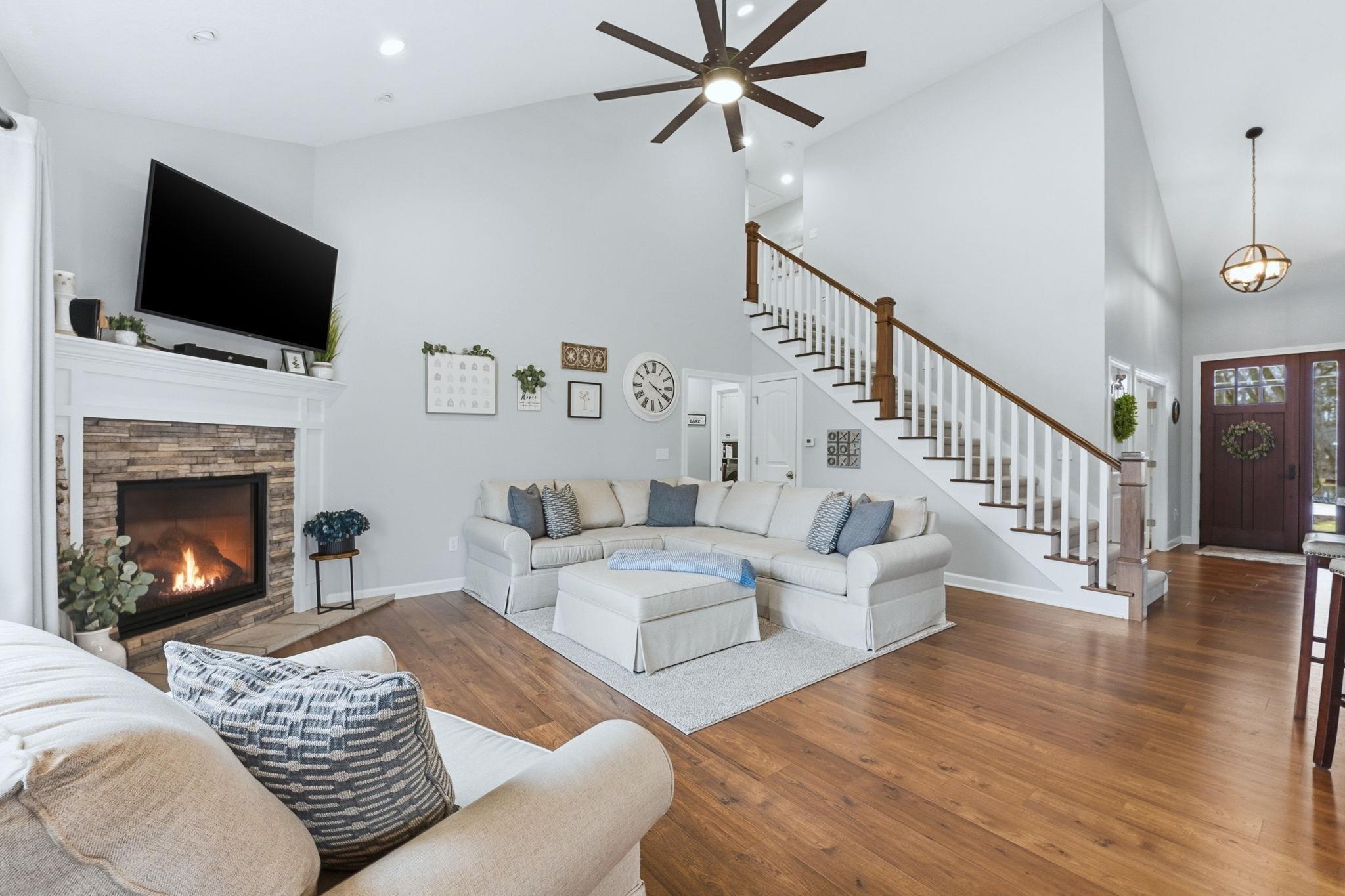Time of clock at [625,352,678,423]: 3:20
